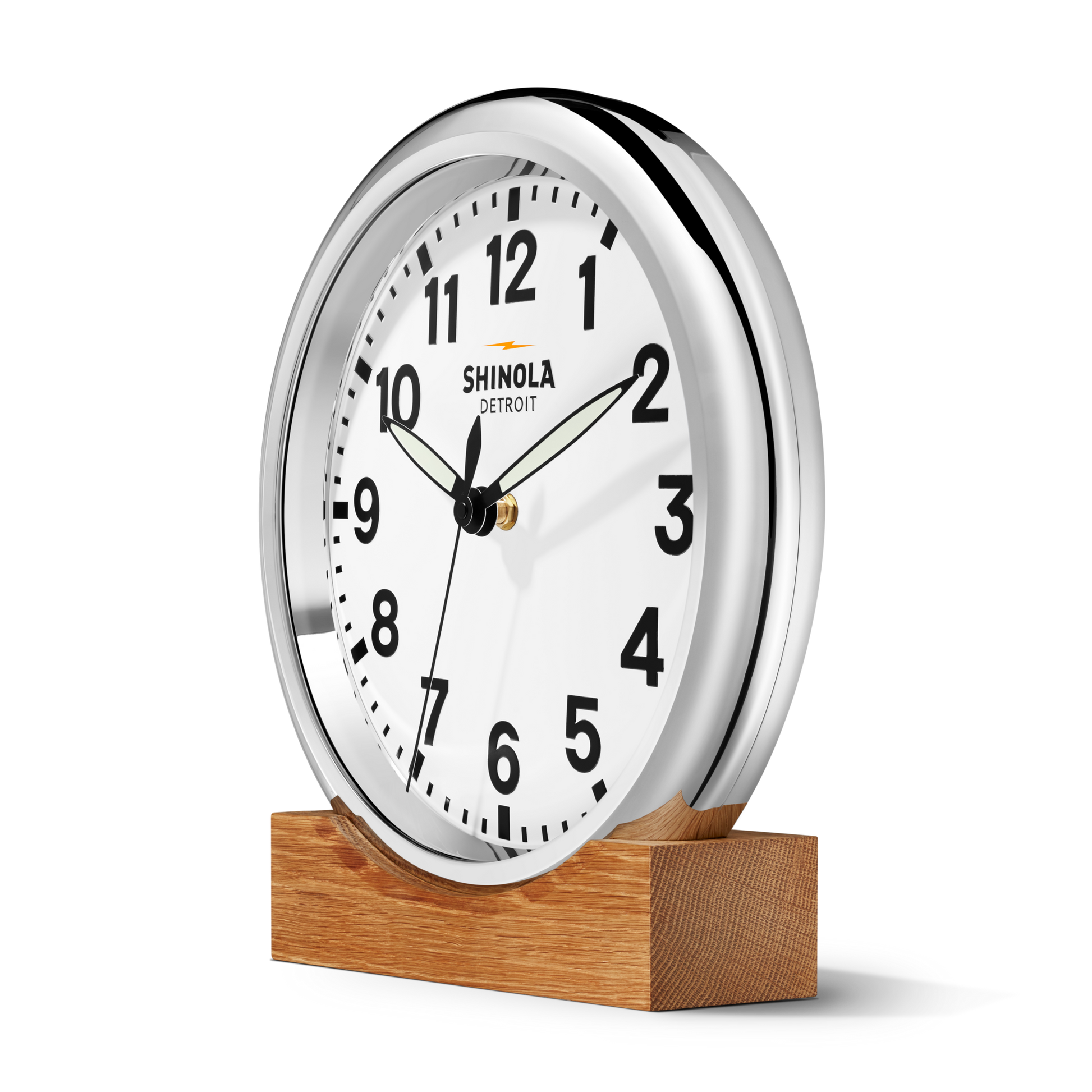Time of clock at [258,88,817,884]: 12:09
